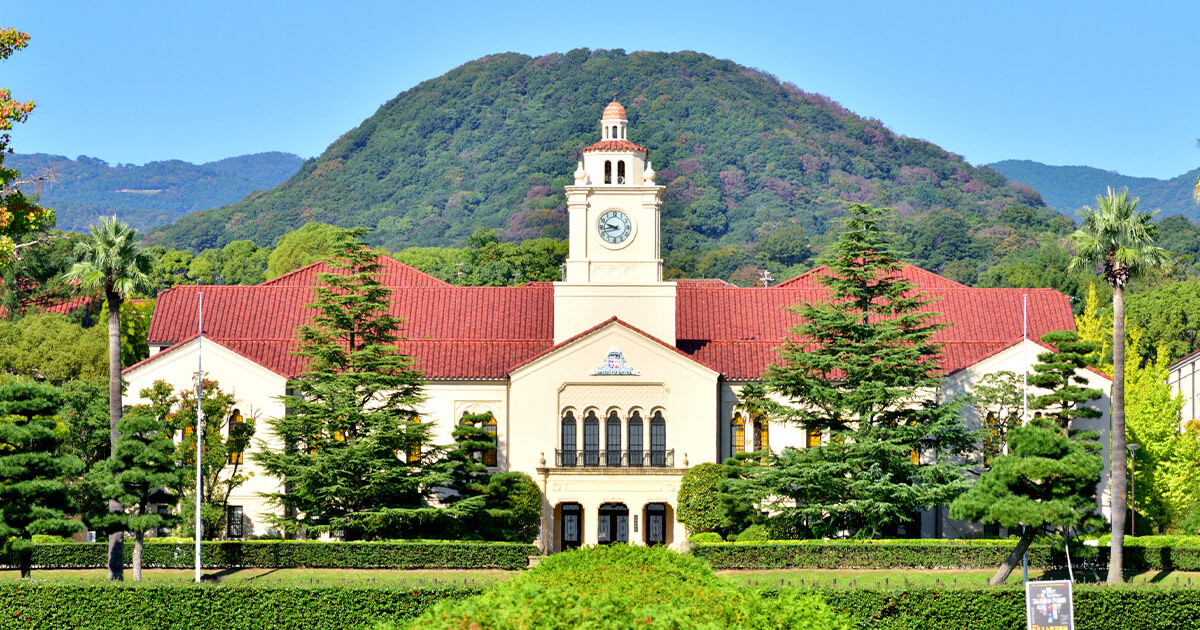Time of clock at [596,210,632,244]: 9:43
